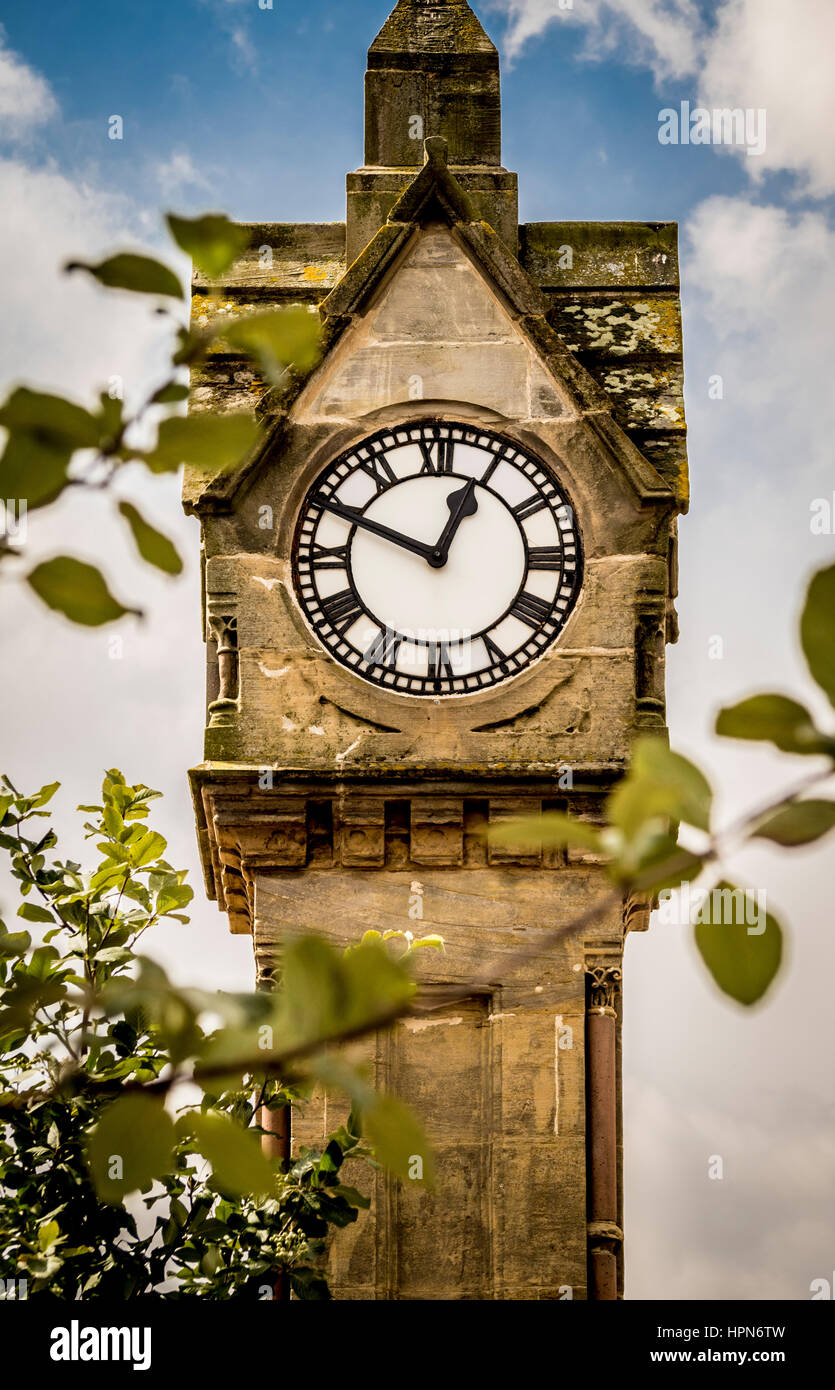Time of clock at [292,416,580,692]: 12:49
